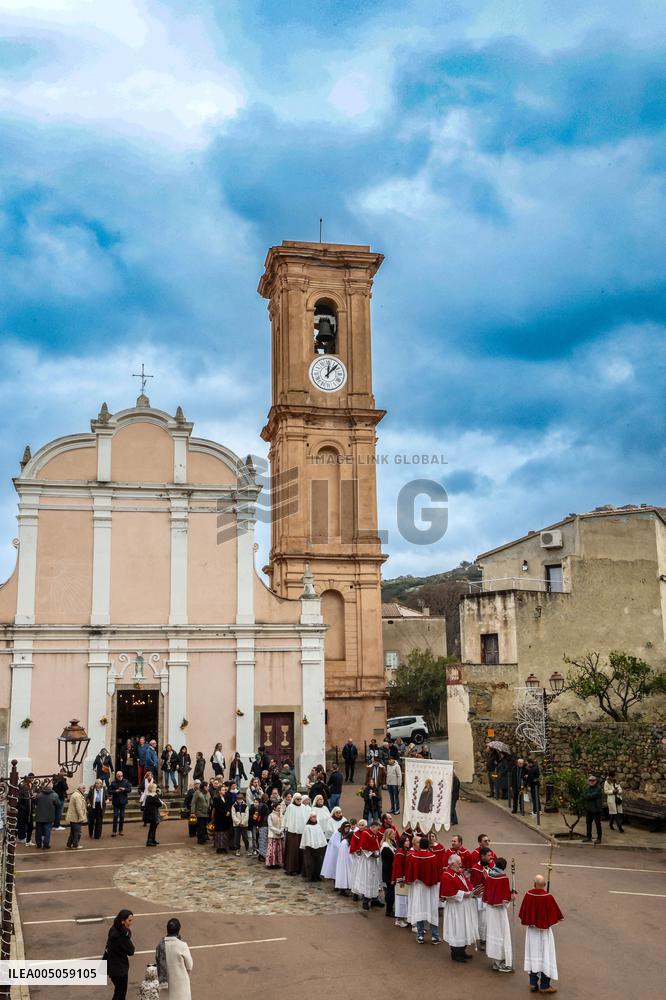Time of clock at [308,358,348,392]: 12:07
